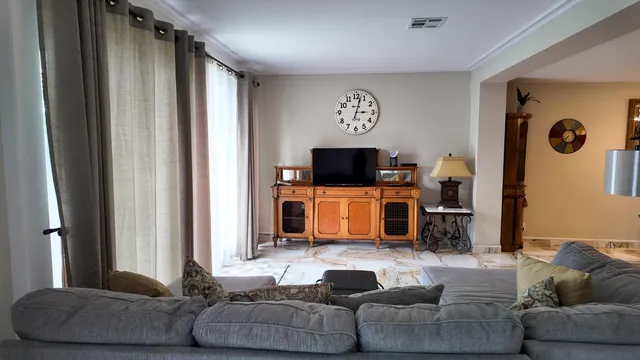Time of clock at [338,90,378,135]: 3:02
